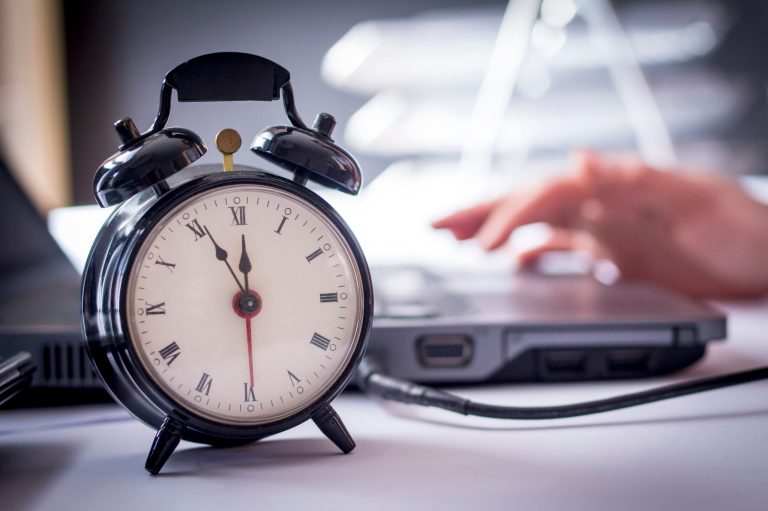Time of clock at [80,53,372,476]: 11:55
